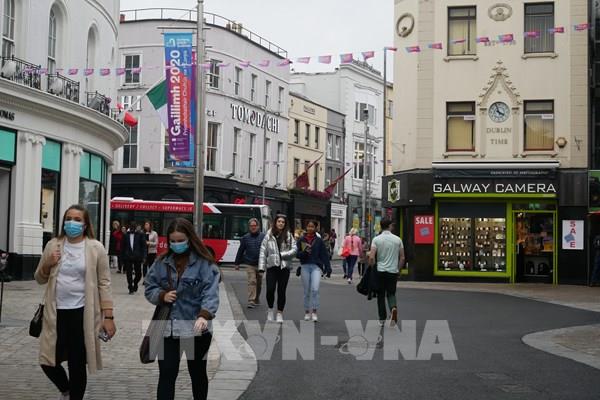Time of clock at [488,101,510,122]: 3:56
